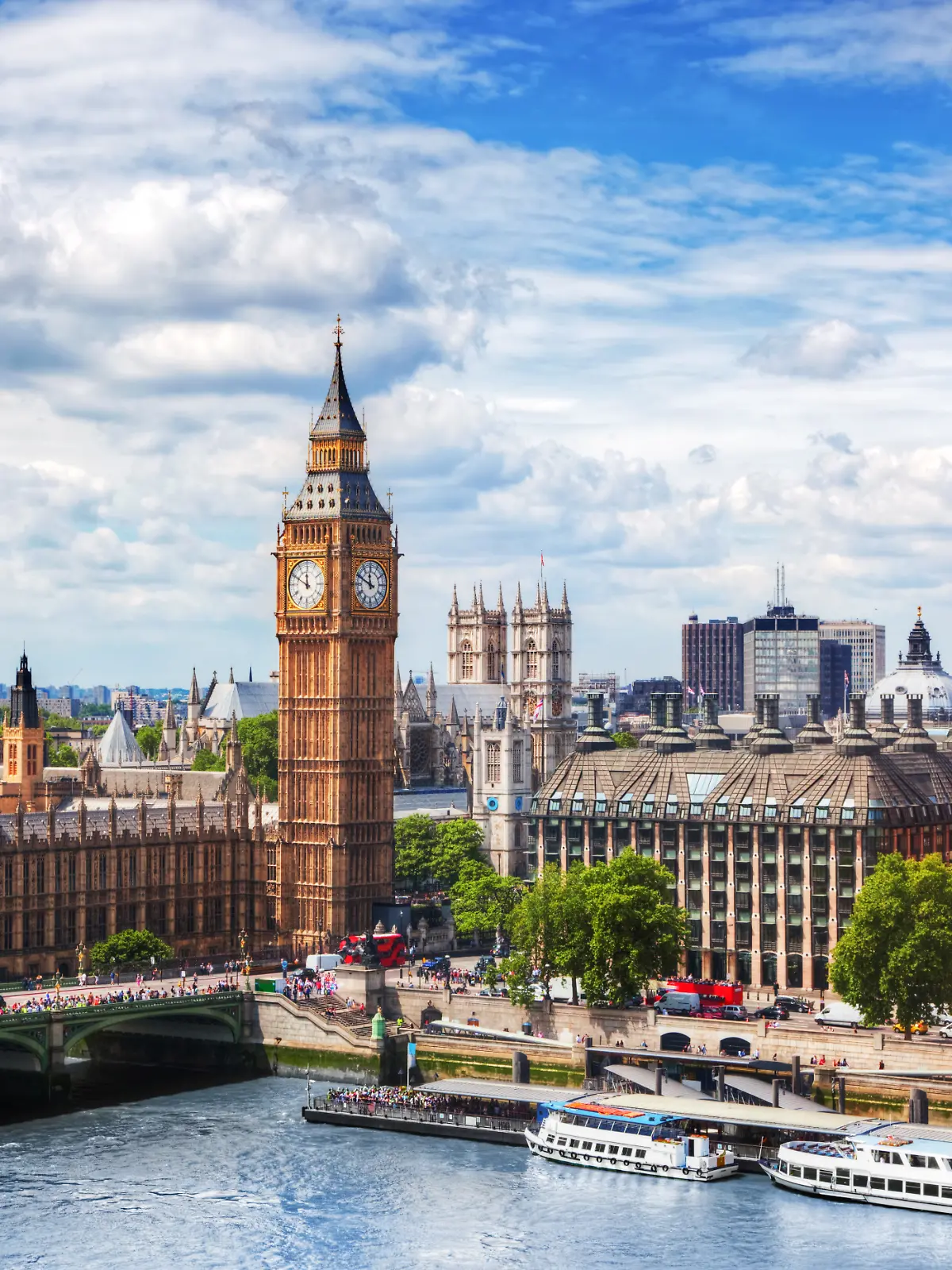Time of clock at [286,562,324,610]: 11:49
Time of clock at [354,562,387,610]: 11:49
